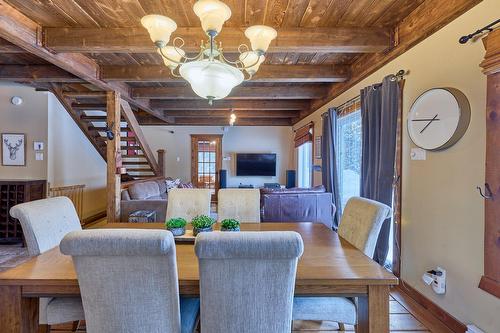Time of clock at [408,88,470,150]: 7:46
